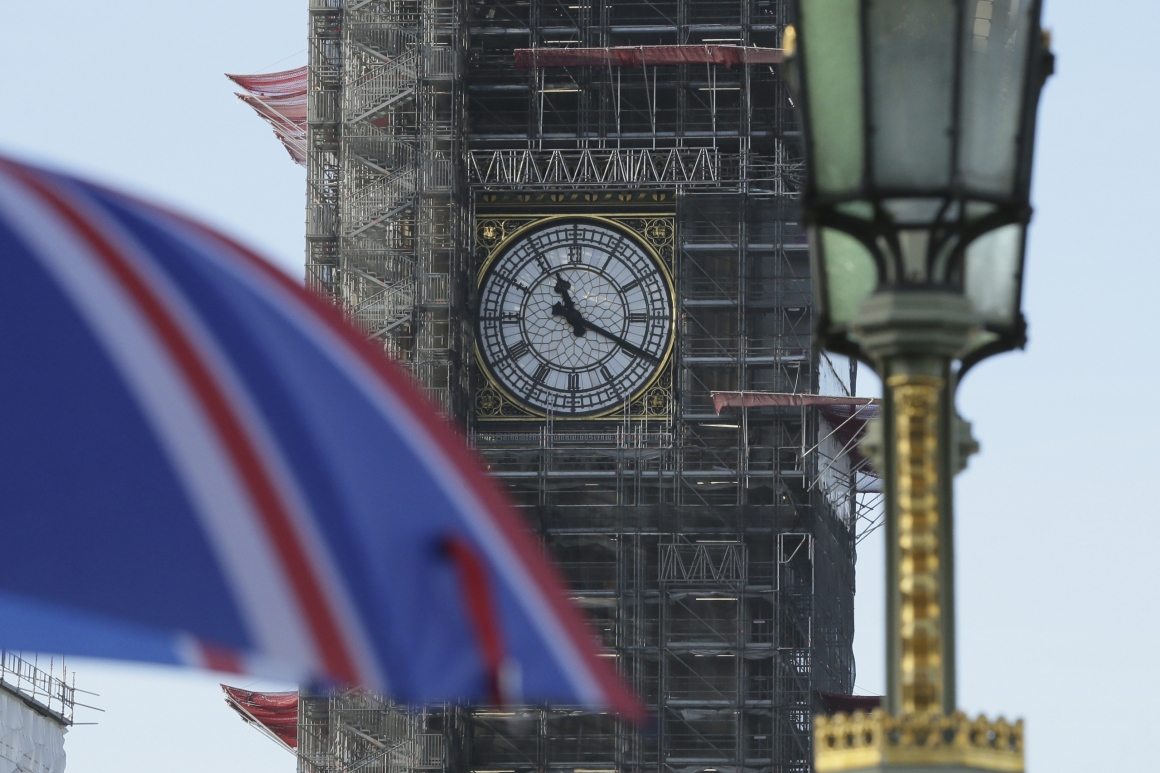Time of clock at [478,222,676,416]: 11:19
